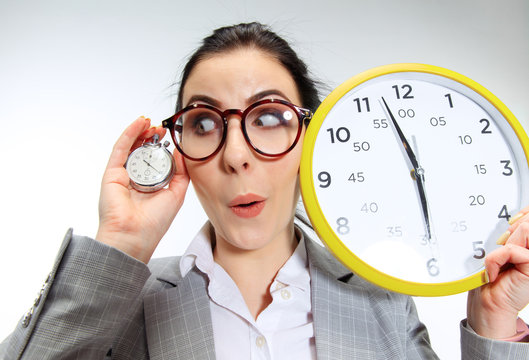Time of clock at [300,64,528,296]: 5:57
